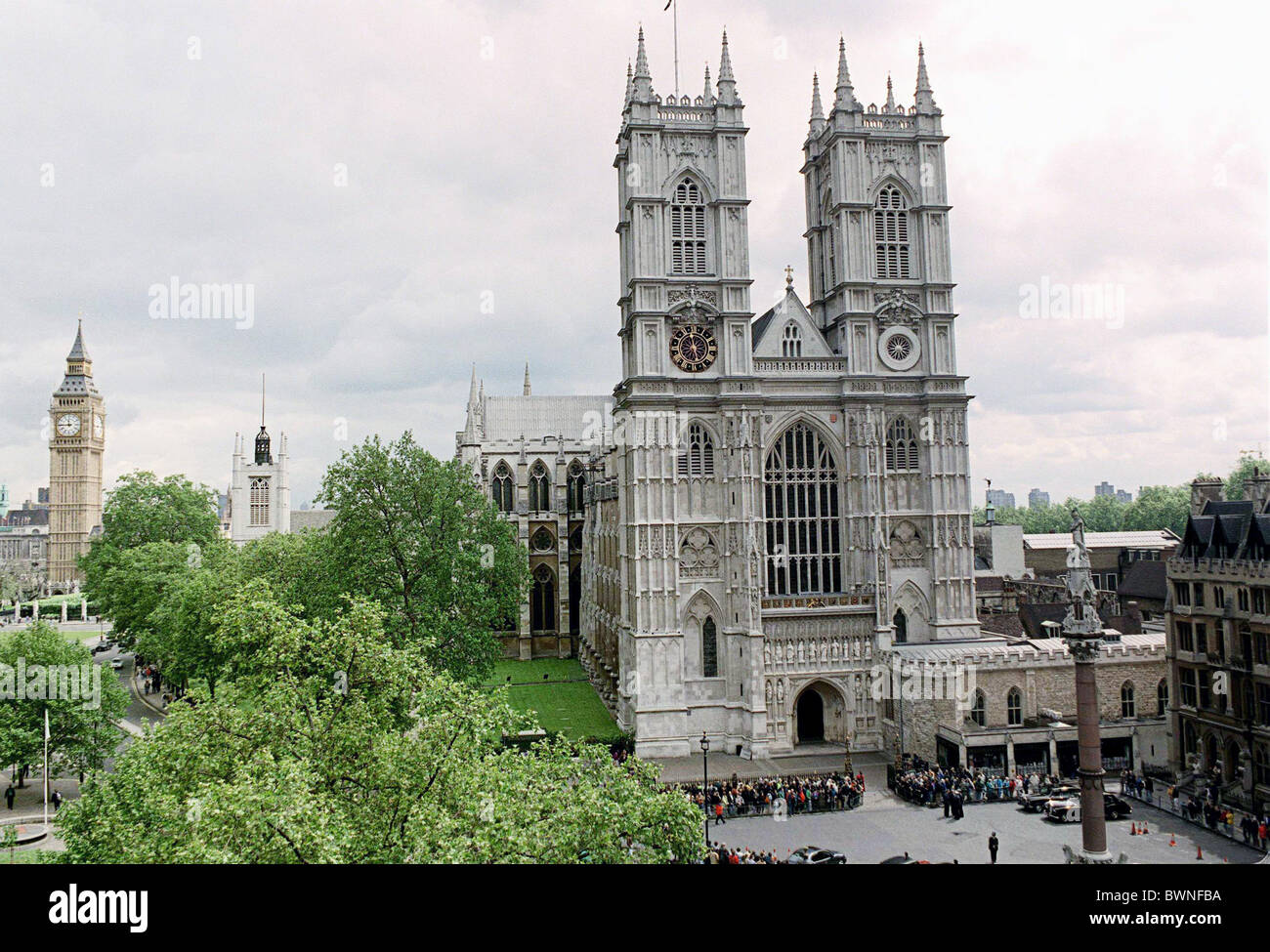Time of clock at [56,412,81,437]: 11:45
